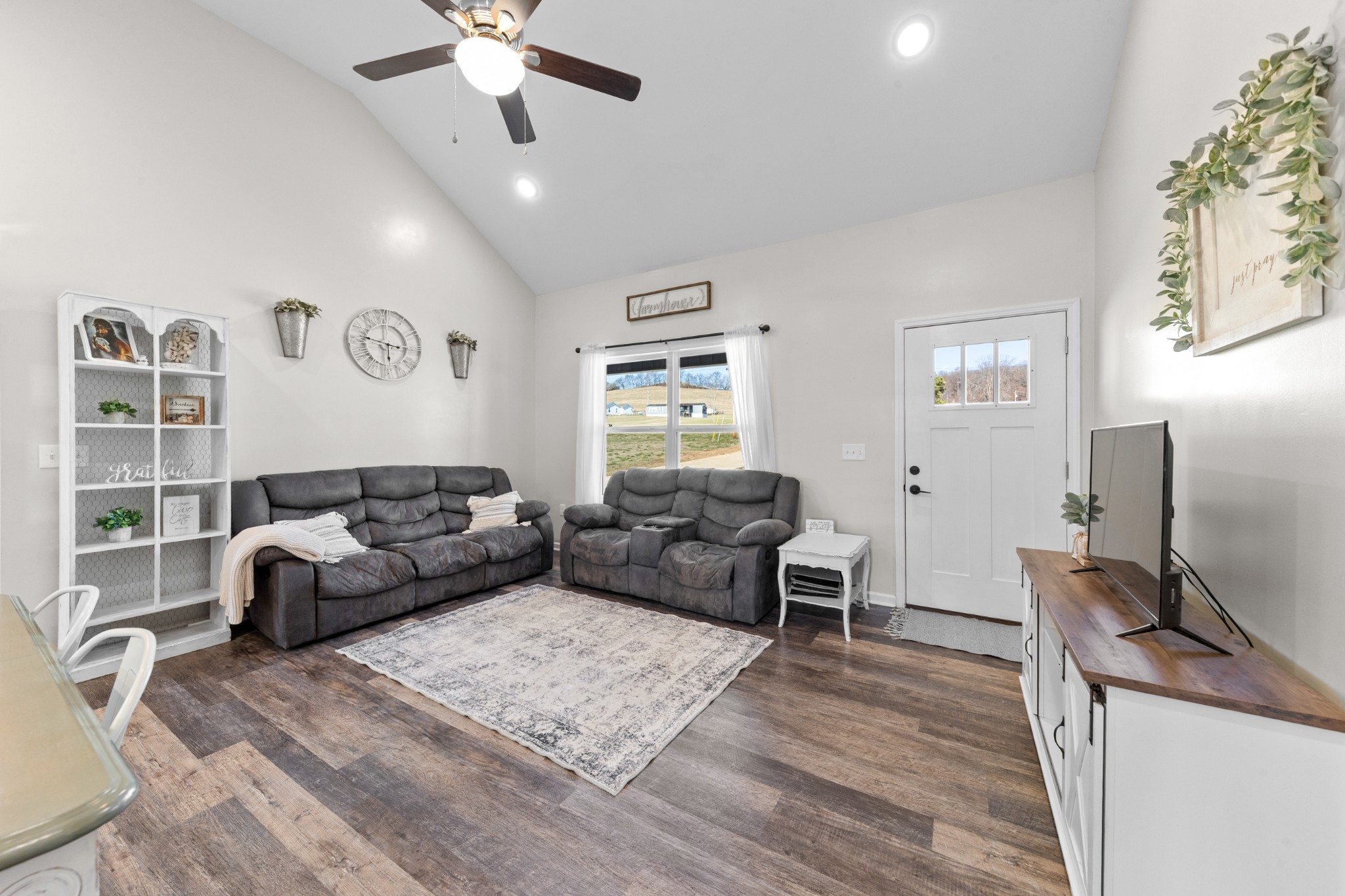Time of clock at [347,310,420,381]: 5:47
